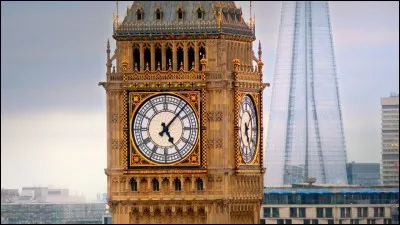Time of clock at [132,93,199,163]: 5:07
